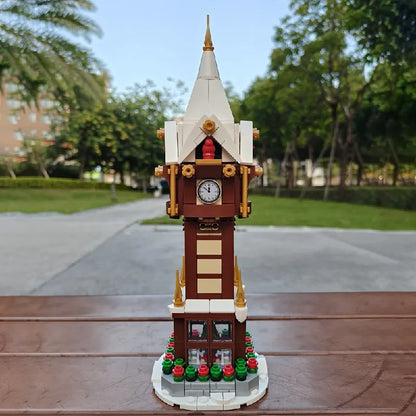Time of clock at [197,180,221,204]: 11:51
